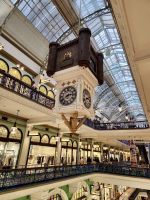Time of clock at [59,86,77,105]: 8:14
